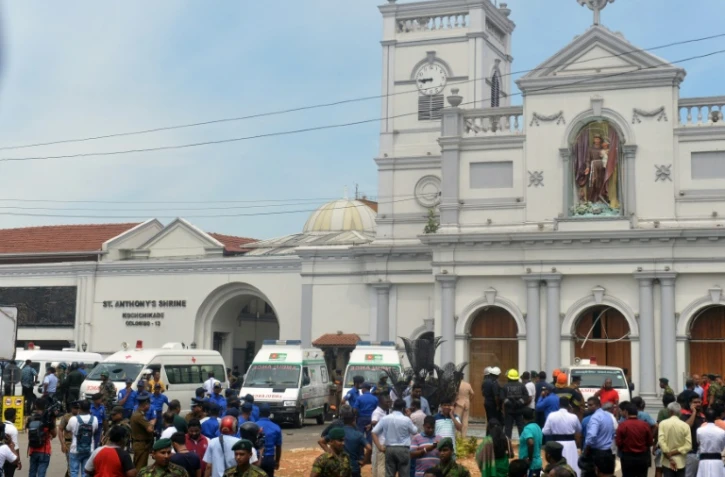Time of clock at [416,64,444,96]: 8:45
